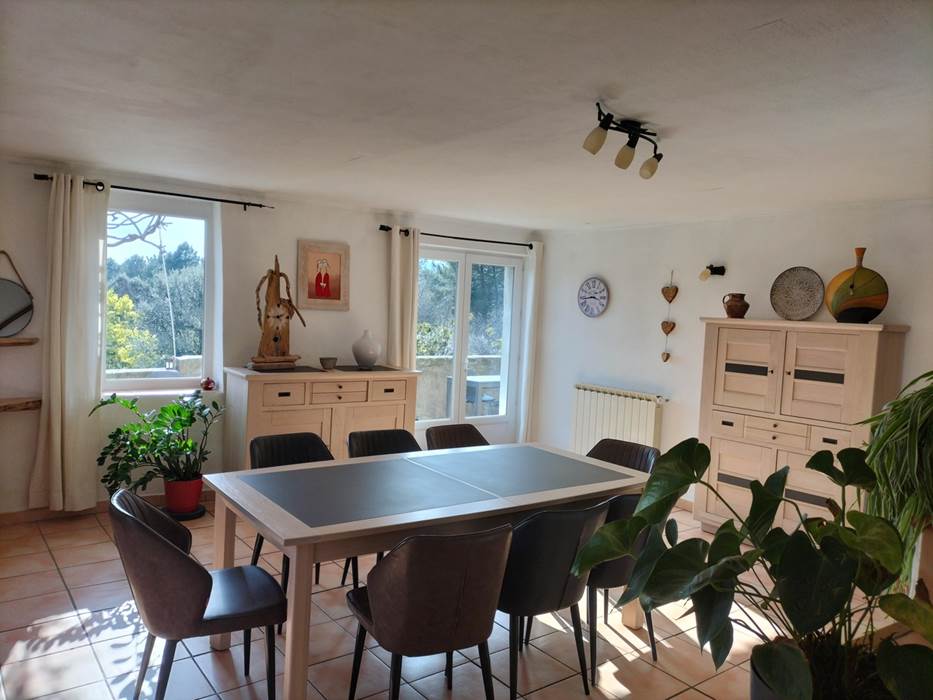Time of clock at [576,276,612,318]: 3:43
